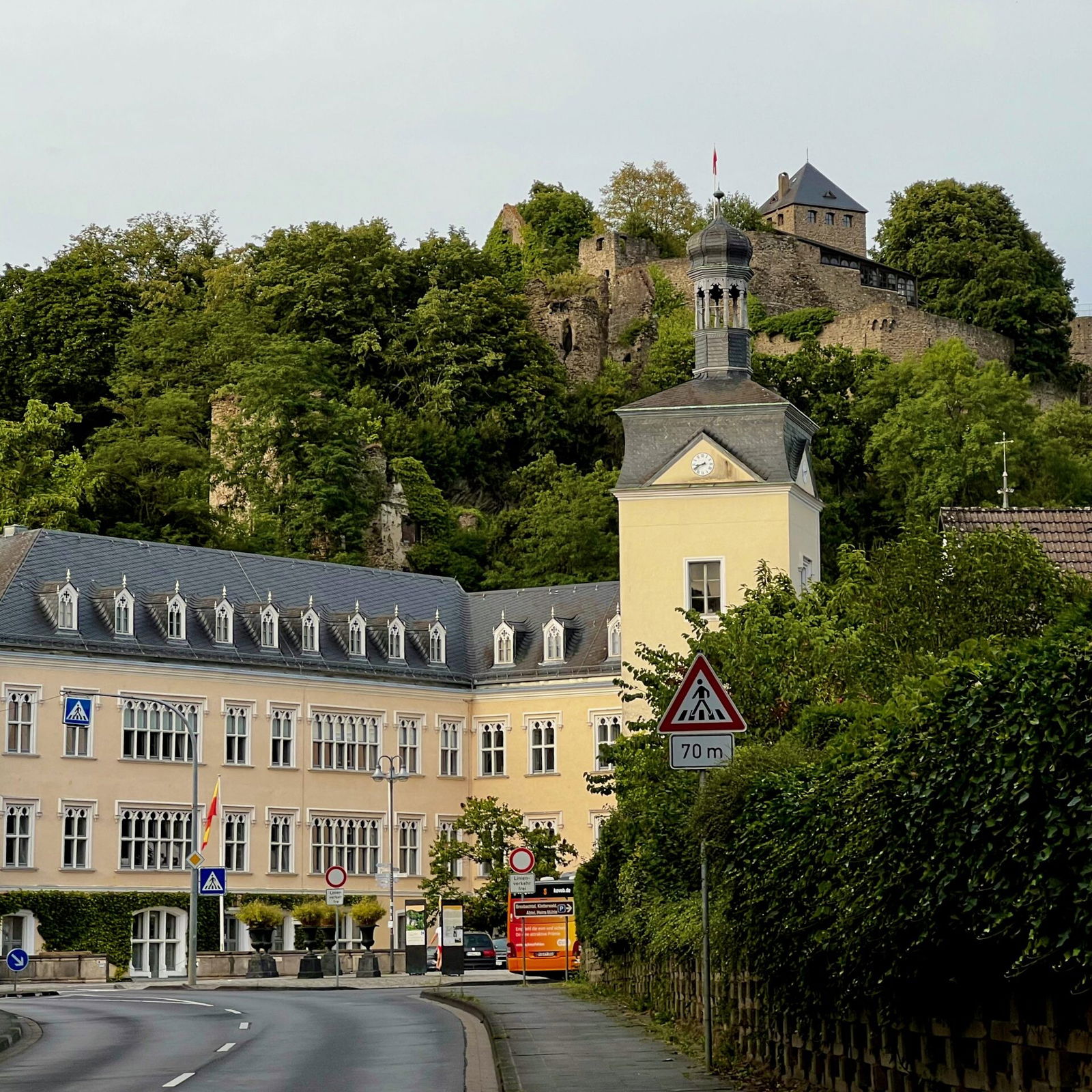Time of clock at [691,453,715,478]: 8:40
